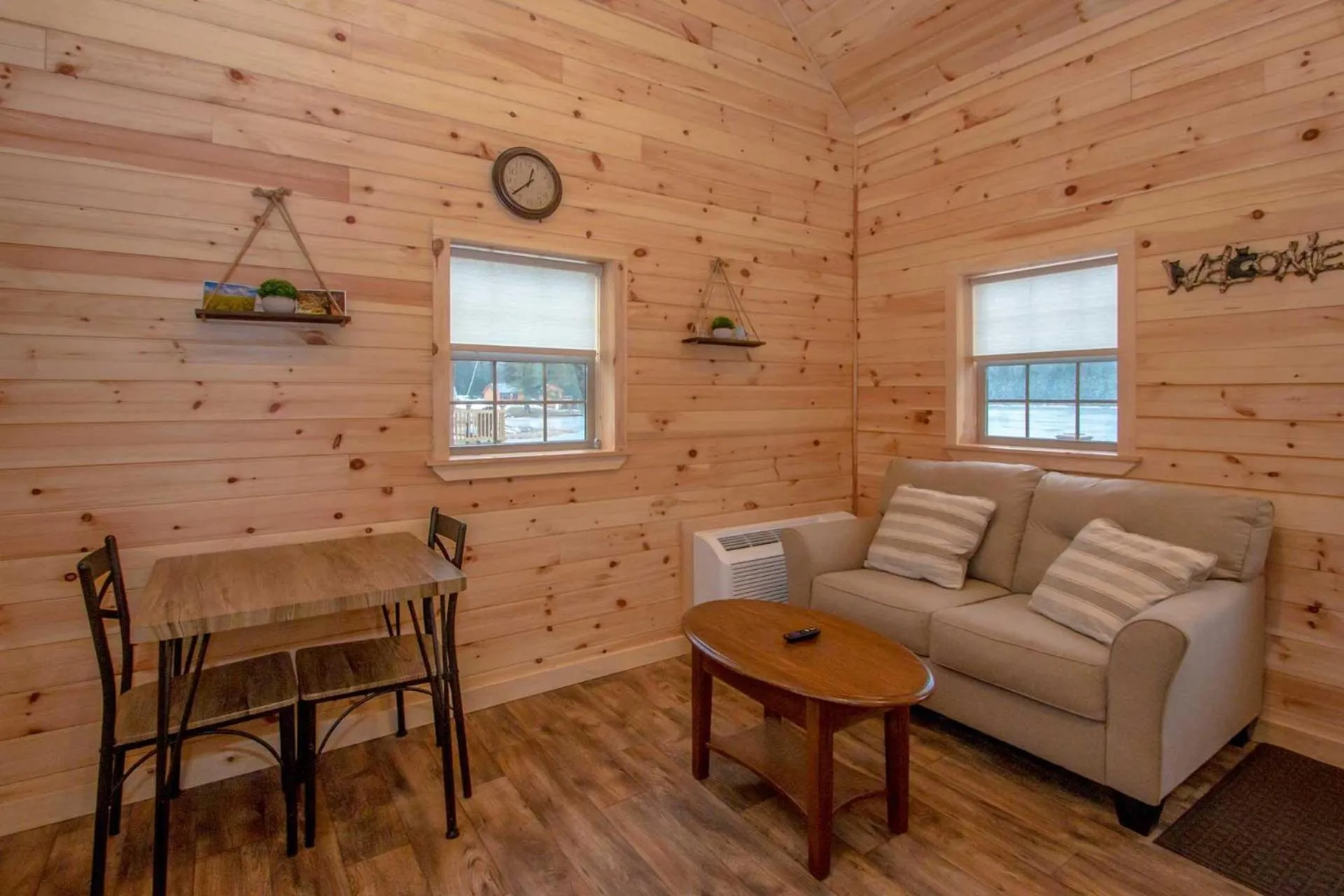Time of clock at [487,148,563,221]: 12:38
